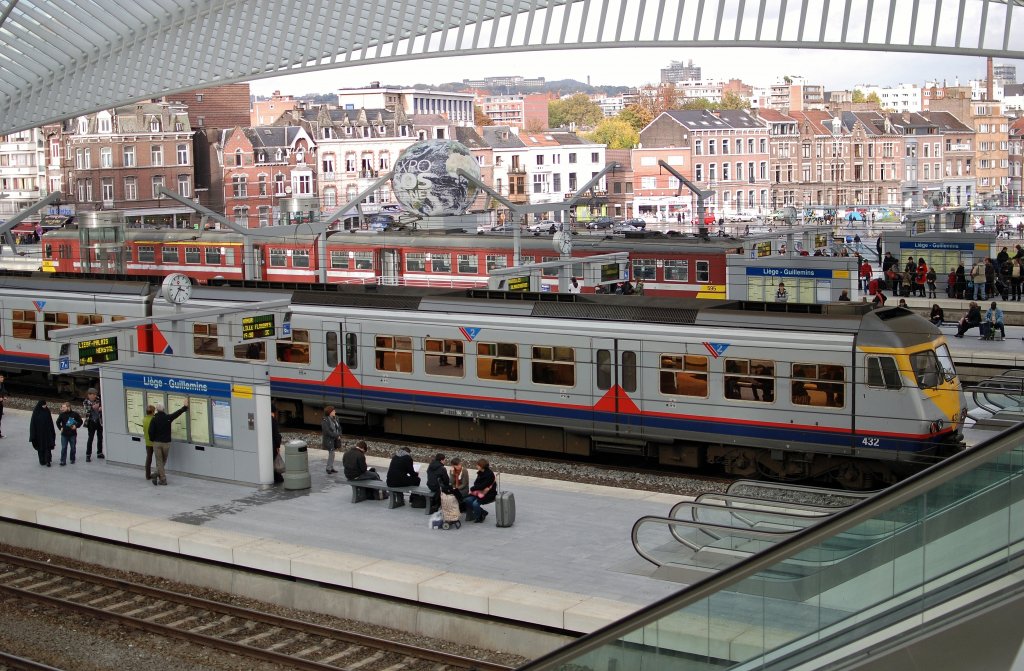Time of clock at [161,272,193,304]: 3:35
